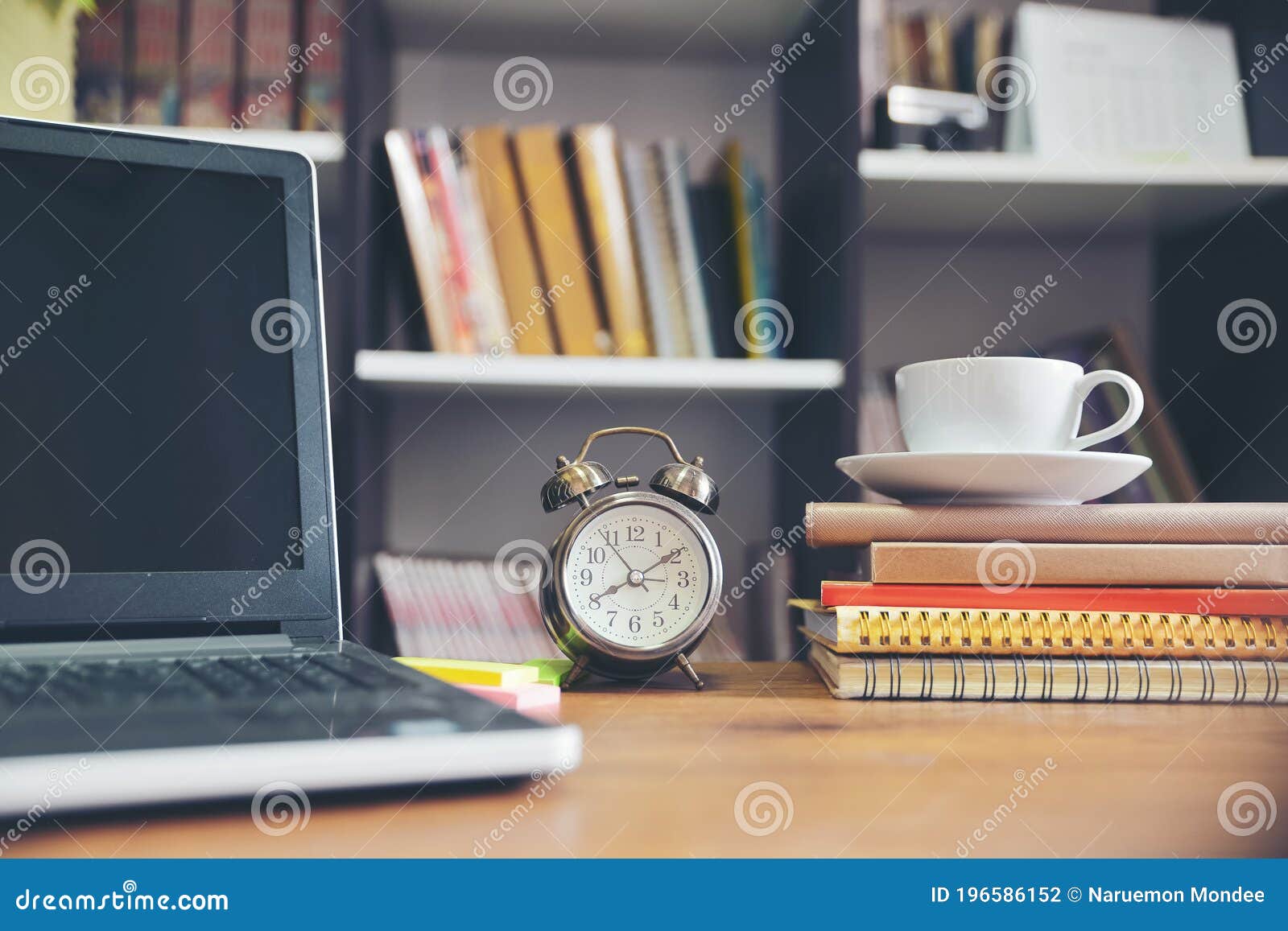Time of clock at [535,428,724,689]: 8:09
